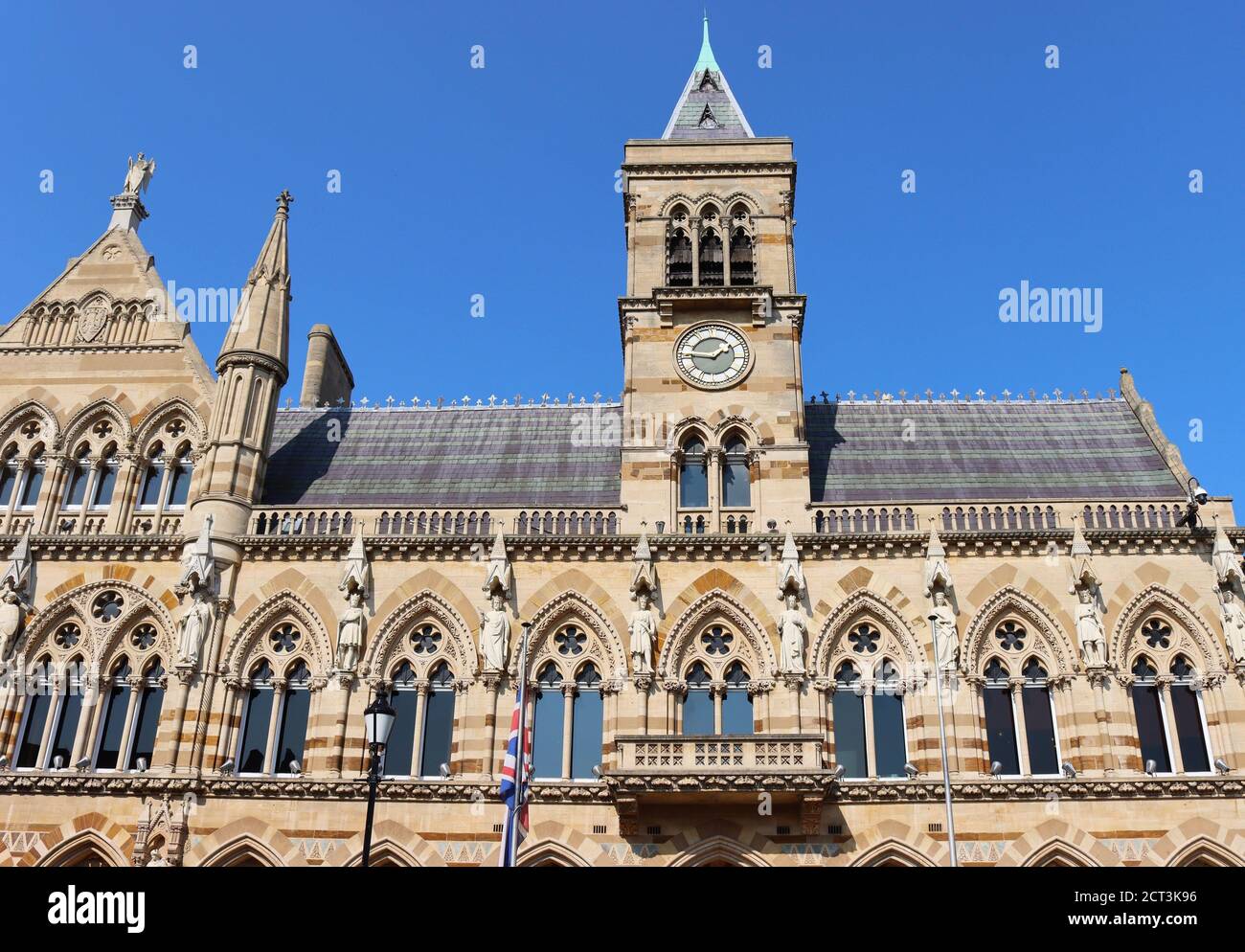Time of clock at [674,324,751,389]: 1:46
